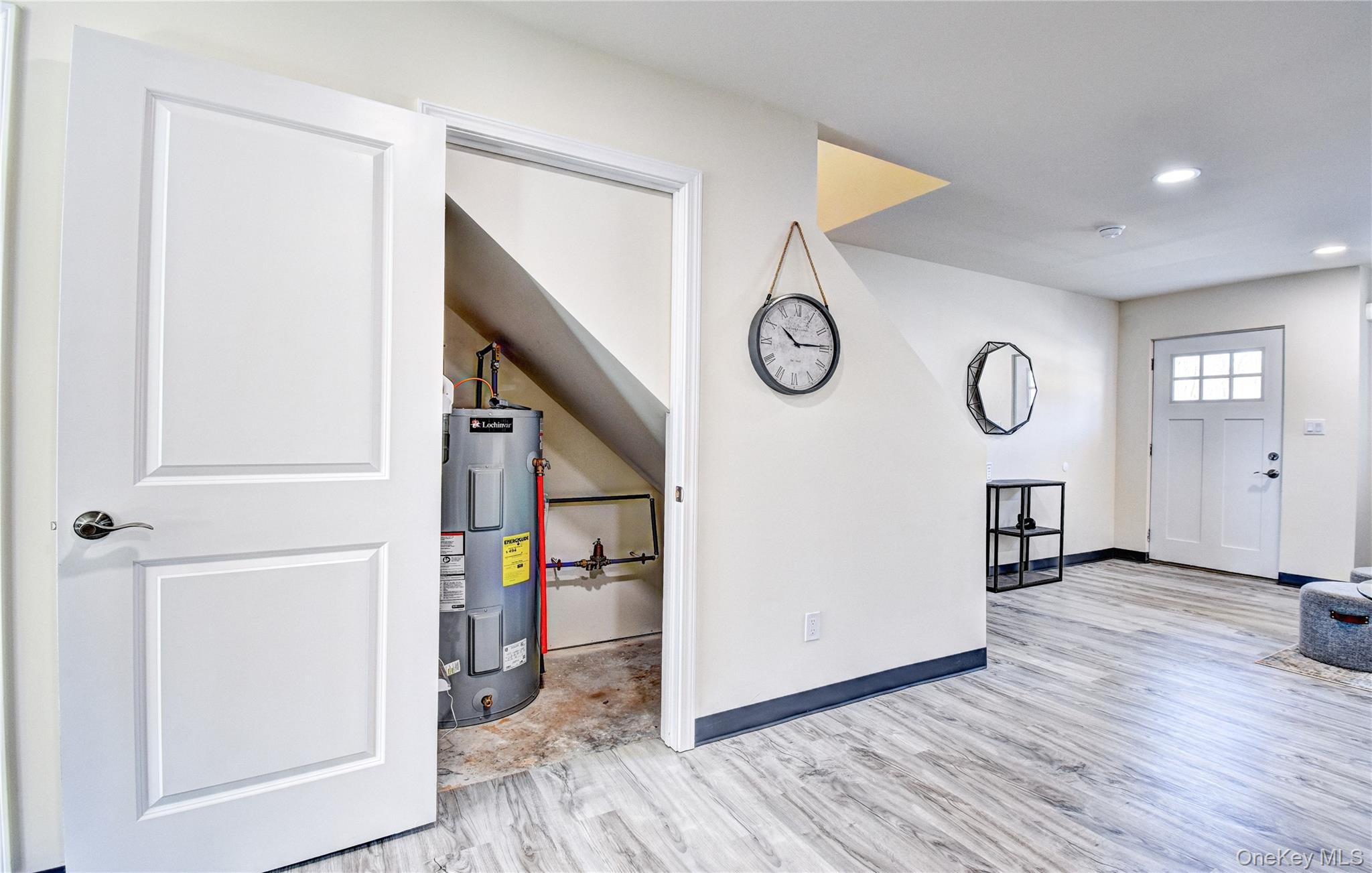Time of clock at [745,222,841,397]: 10:14
